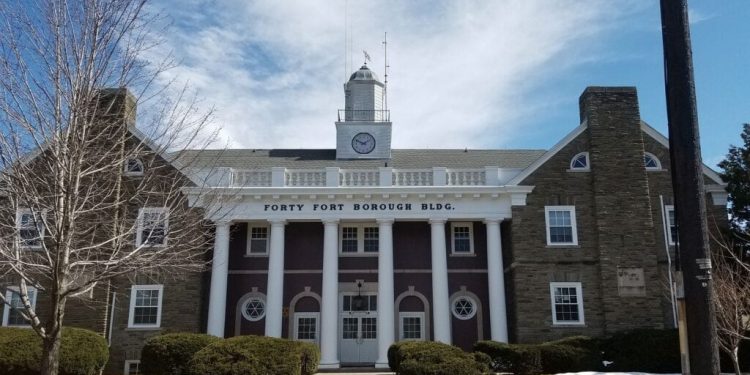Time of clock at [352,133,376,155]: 1:49
